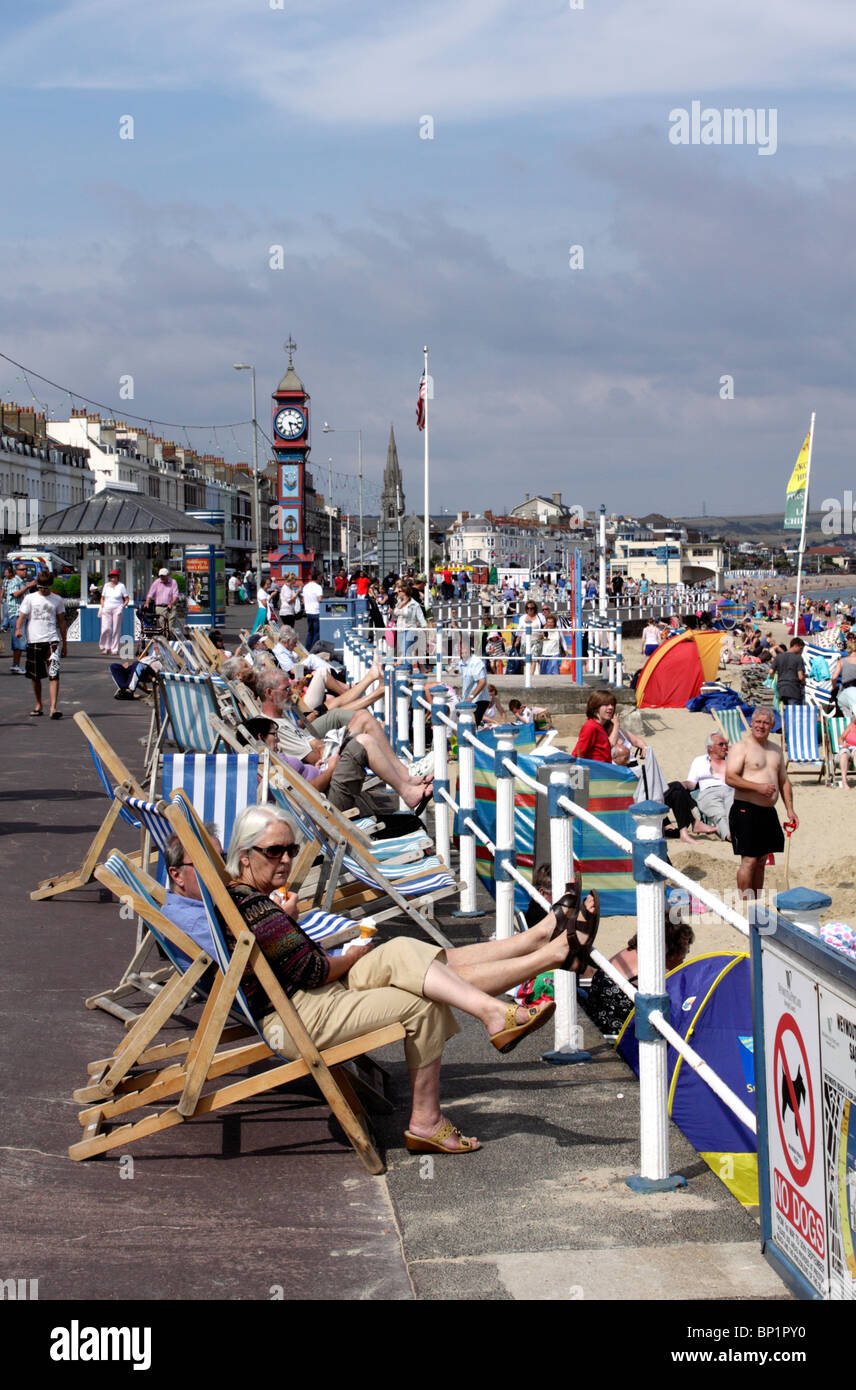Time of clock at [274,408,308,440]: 3:27
